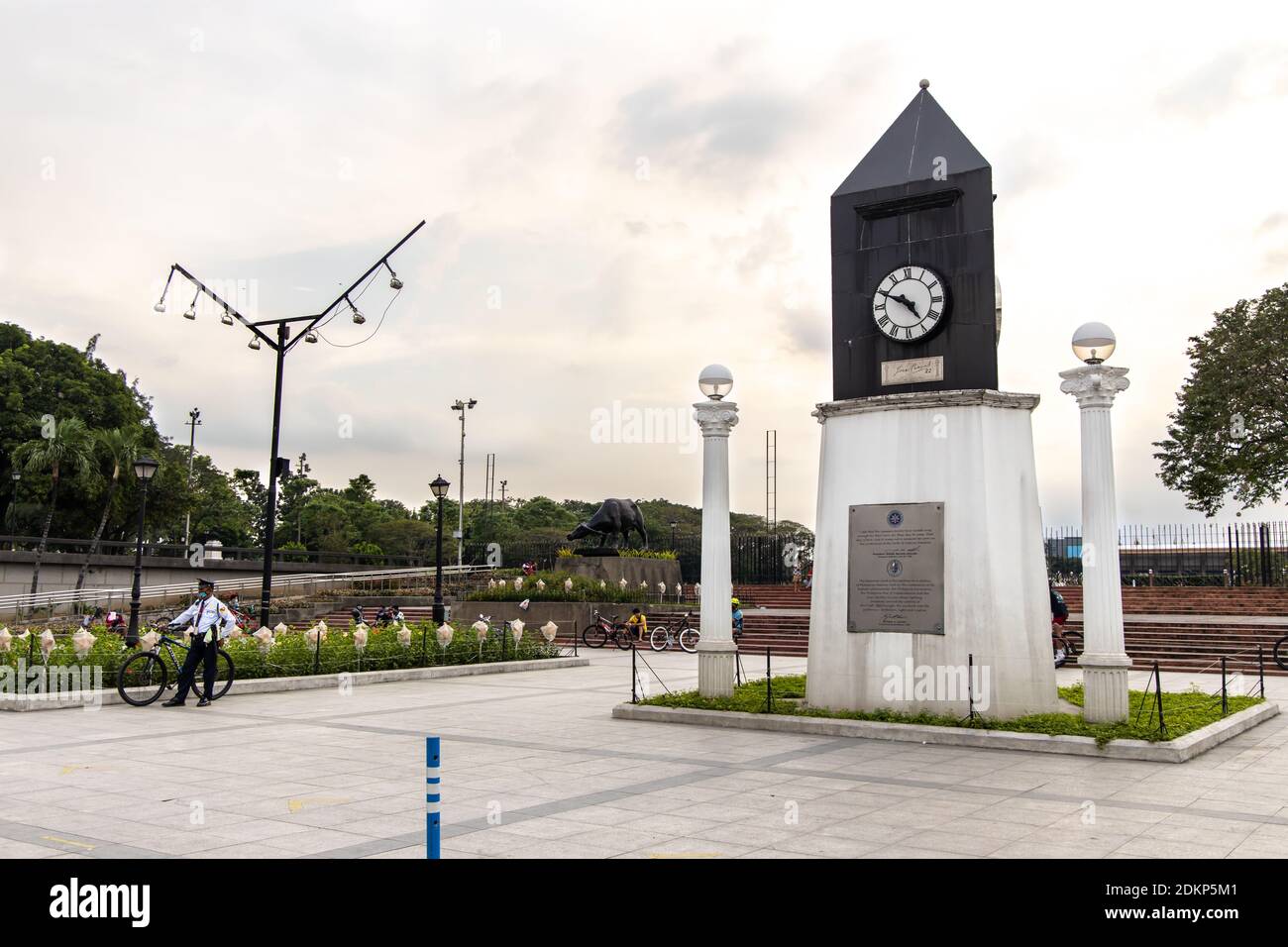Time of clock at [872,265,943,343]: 4:49
